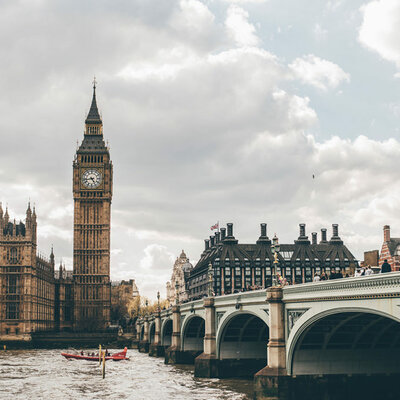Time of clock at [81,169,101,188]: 4:42
